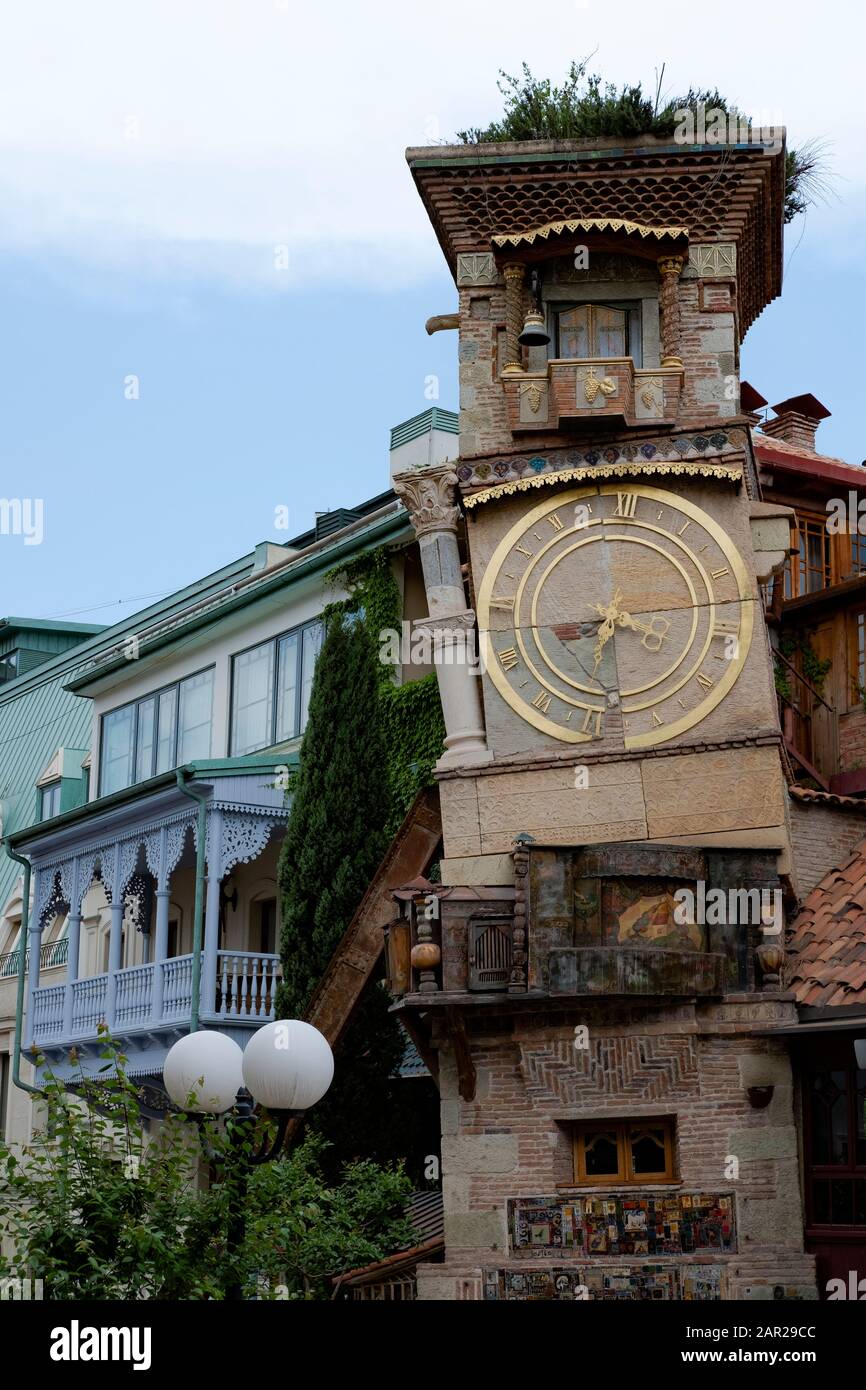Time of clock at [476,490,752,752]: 7:58
